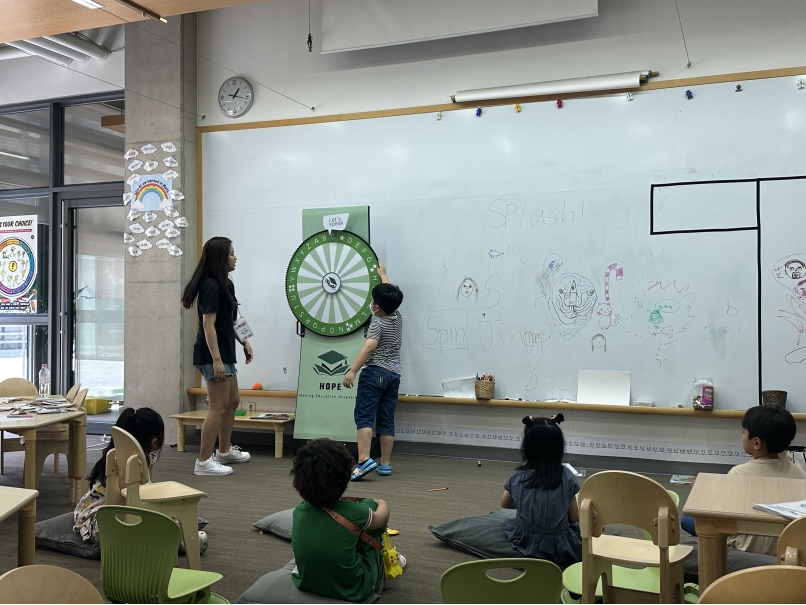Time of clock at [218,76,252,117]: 1:17
